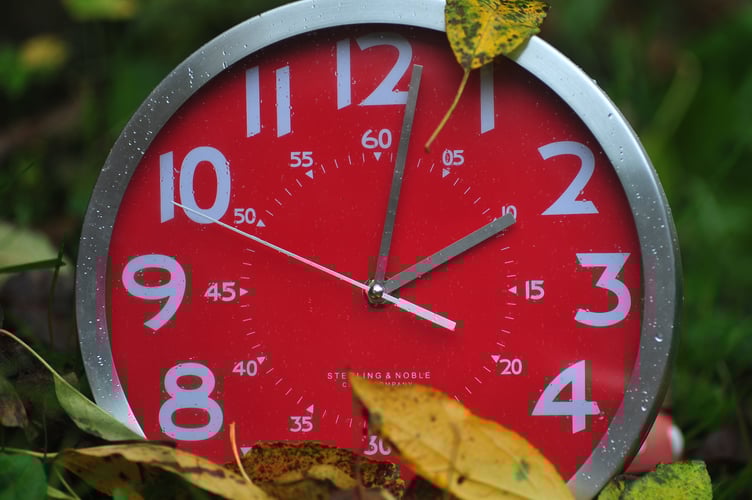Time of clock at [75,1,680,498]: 2:01
